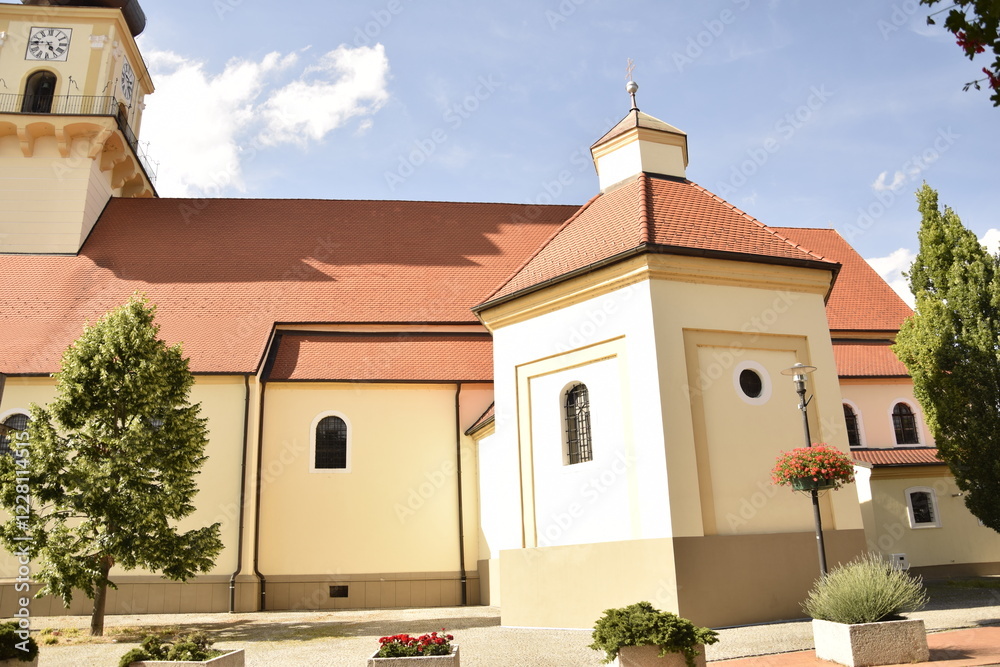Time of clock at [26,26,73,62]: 4:45
